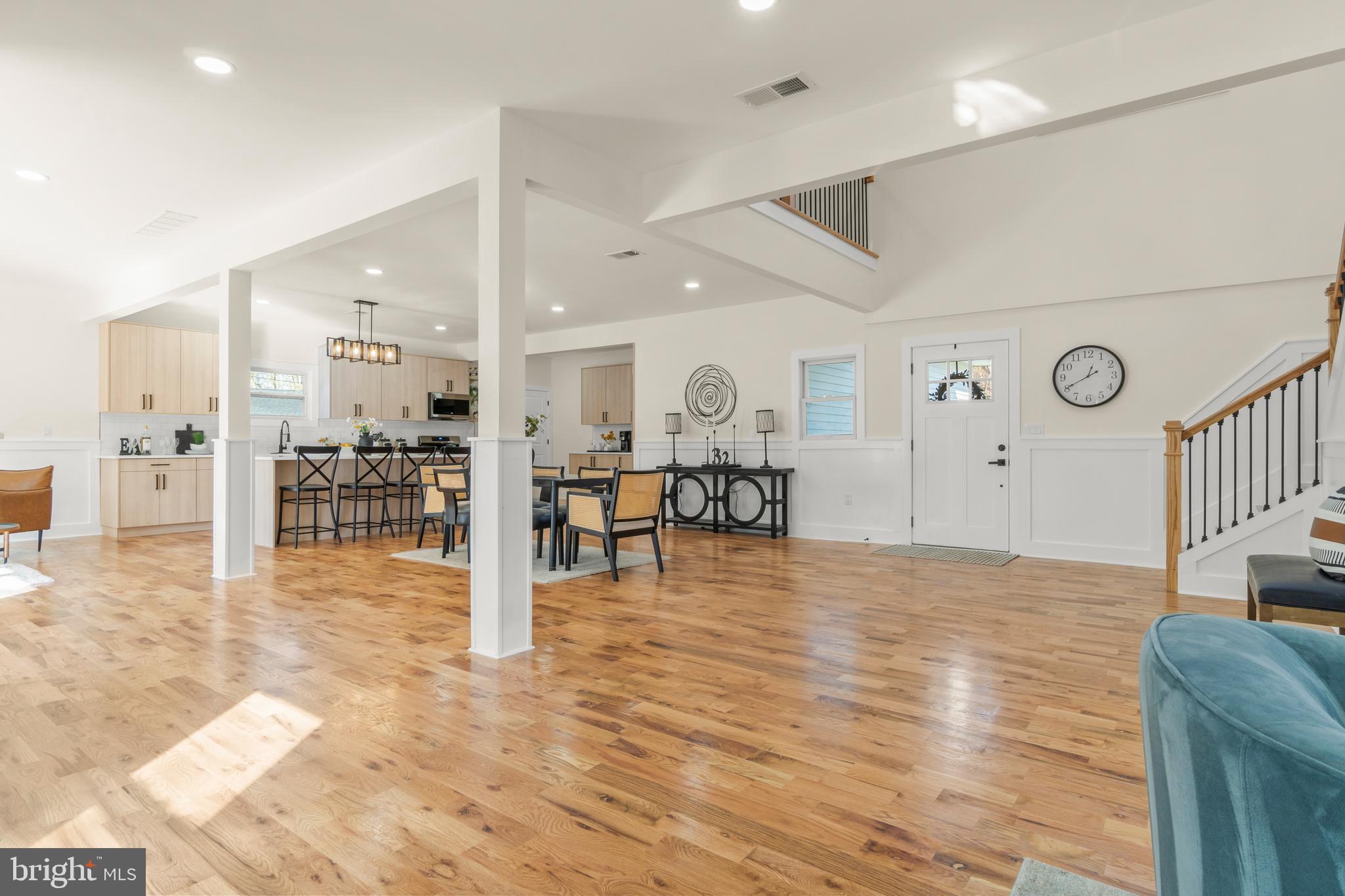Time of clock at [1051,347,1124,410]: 12:40
